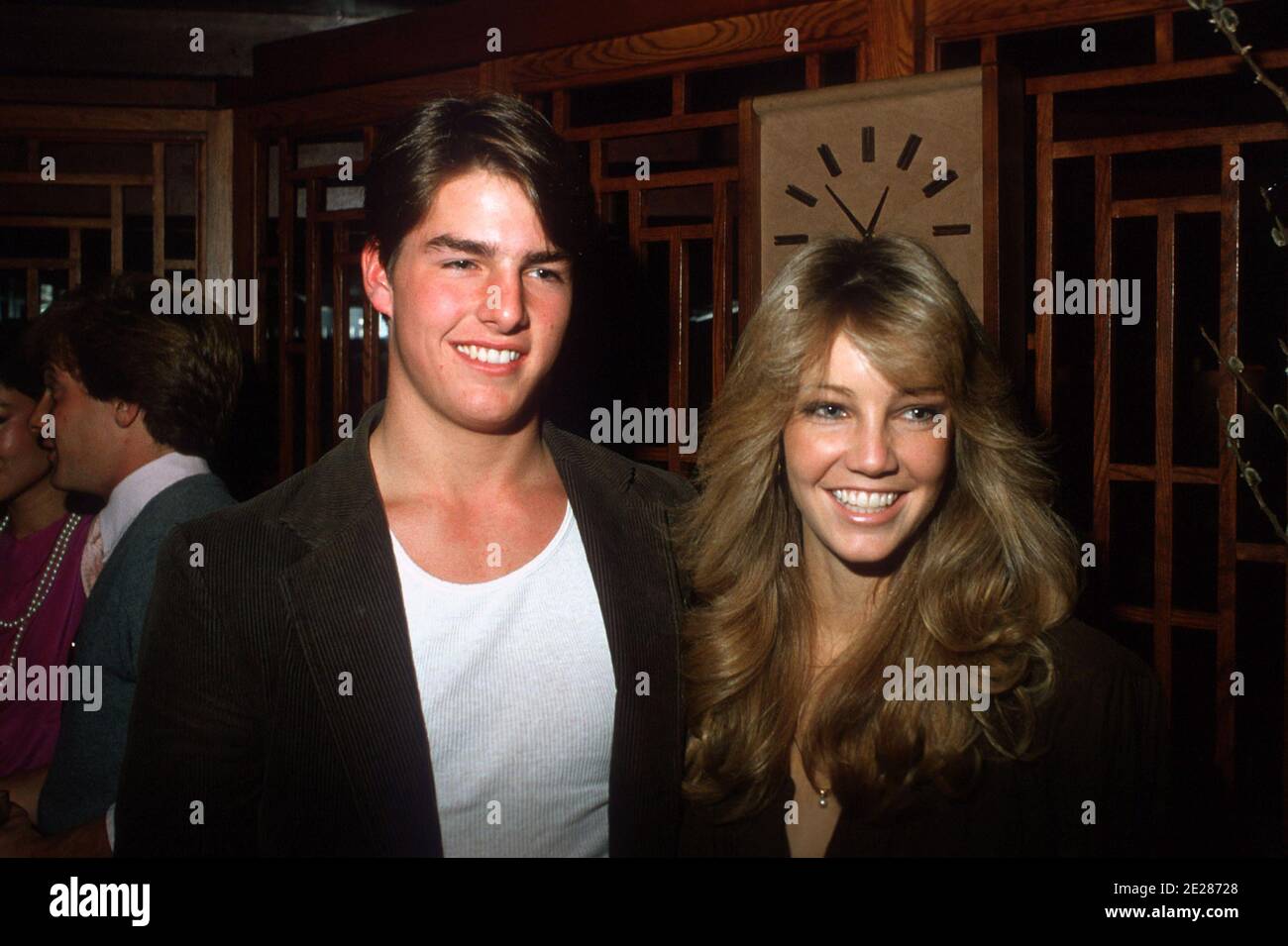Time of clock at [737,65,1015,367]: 12:52
